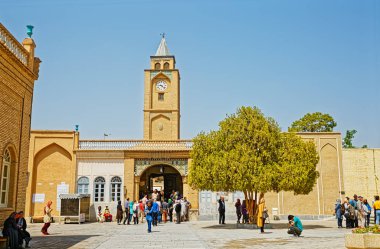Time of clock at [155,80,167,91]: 9:22
